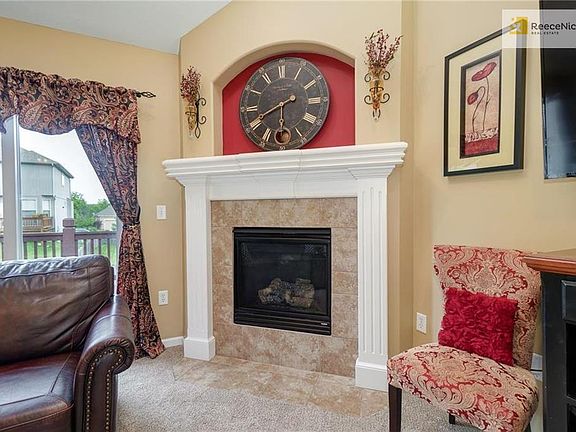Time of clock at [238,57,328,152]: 5:41
